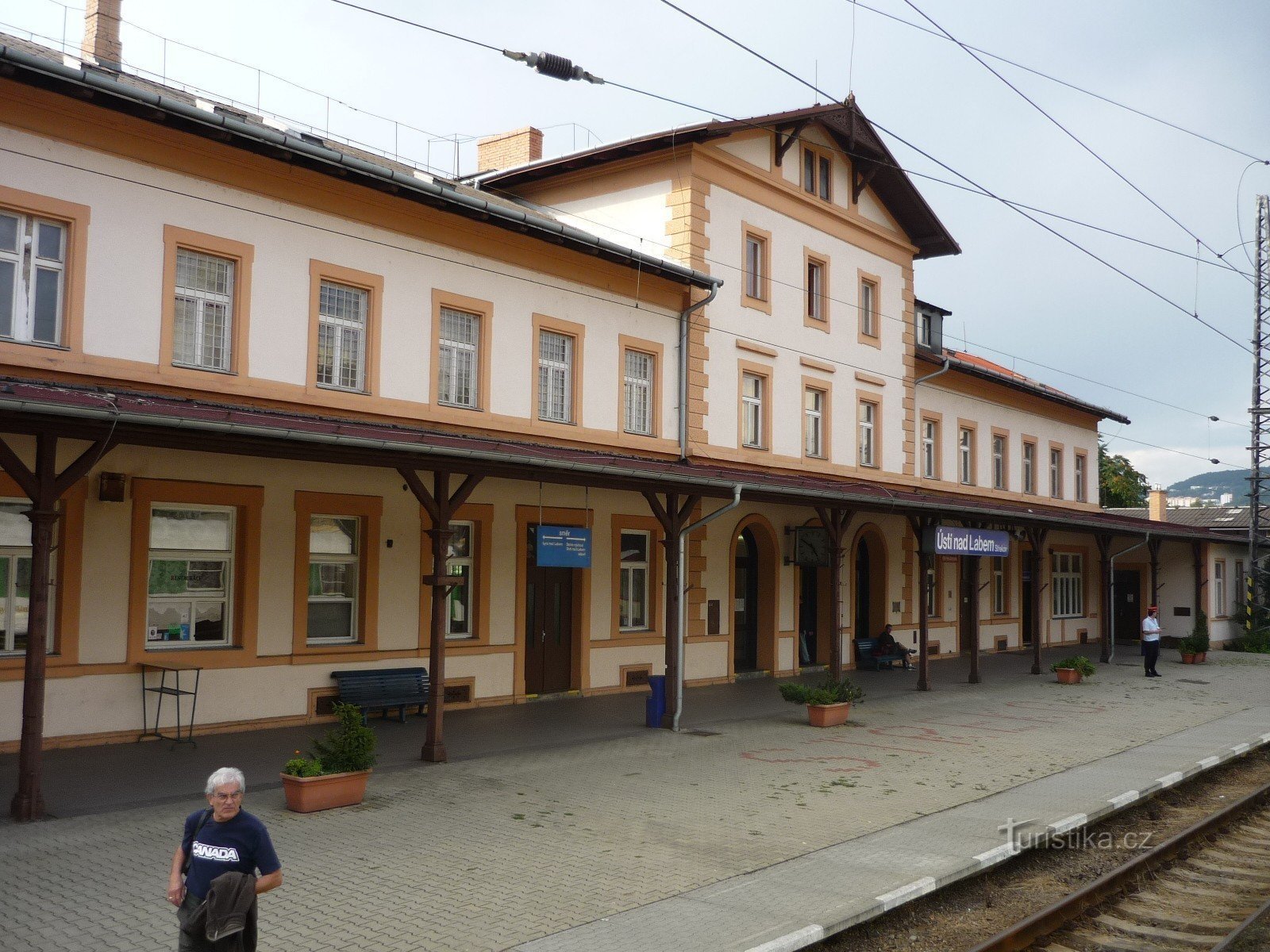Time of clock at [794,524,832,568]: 4:50
